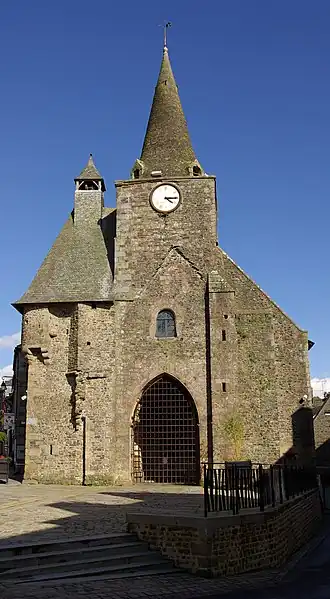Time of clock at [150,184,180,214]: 4:15
